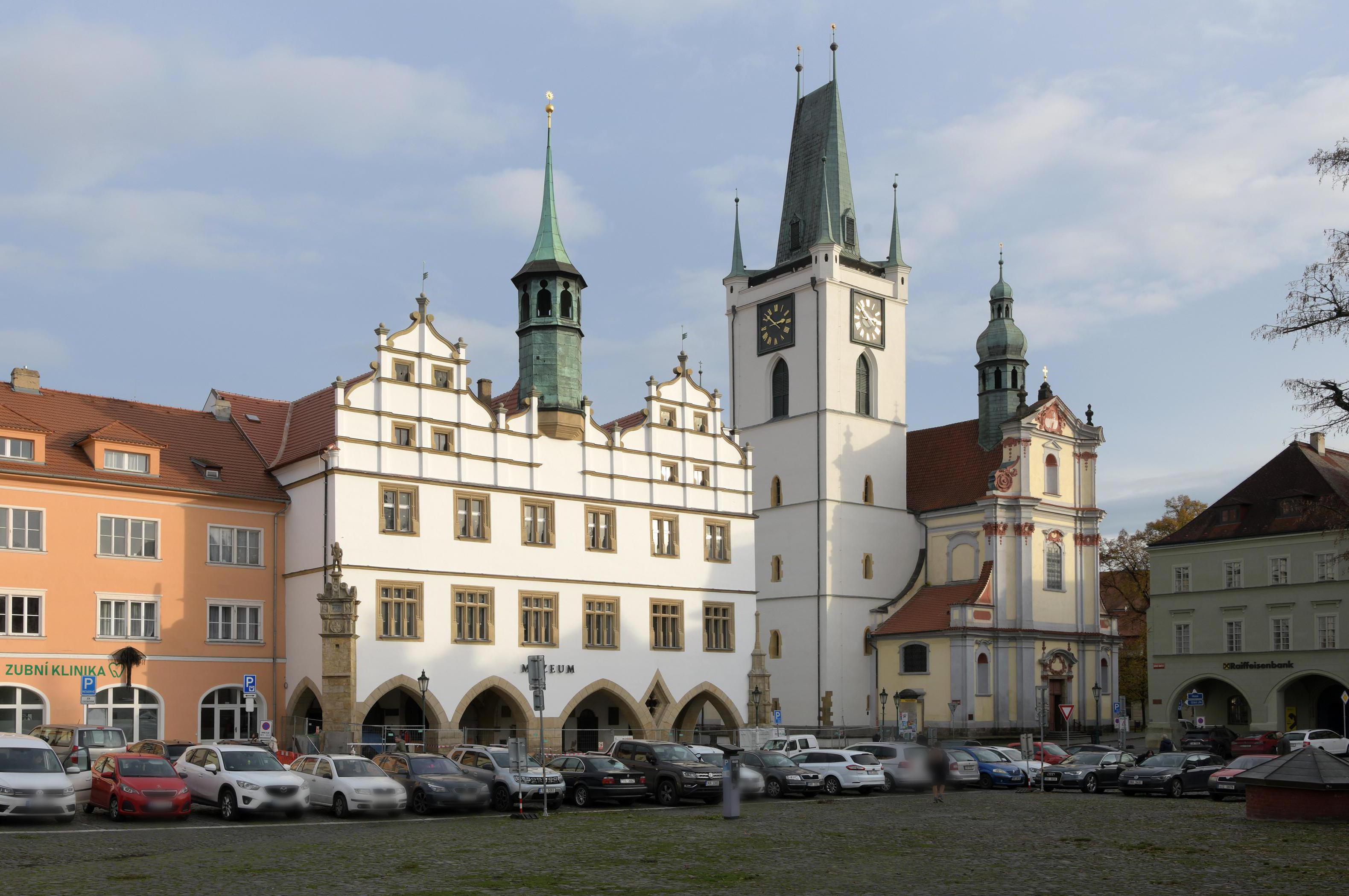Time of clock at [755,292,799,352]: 2:52
